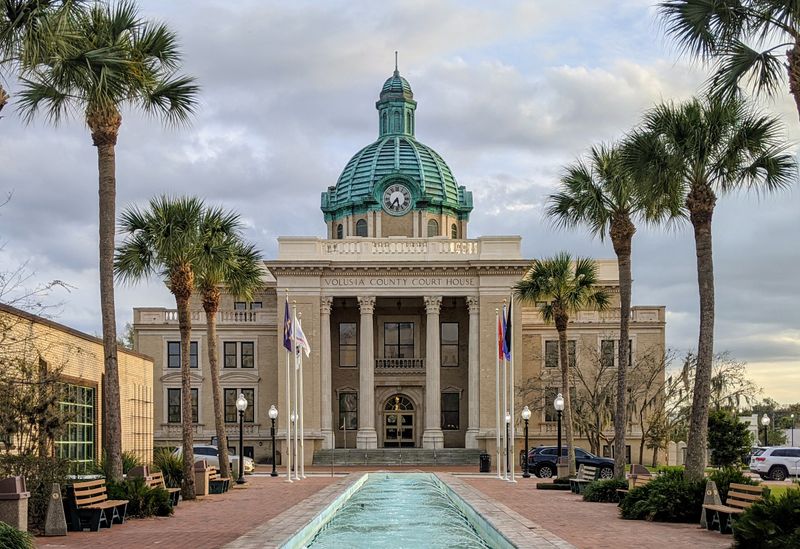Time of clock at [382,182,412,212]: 5:35
